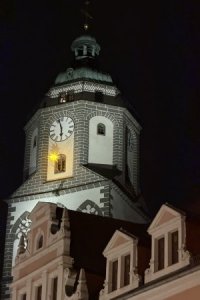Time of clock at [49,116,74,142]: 5:57
